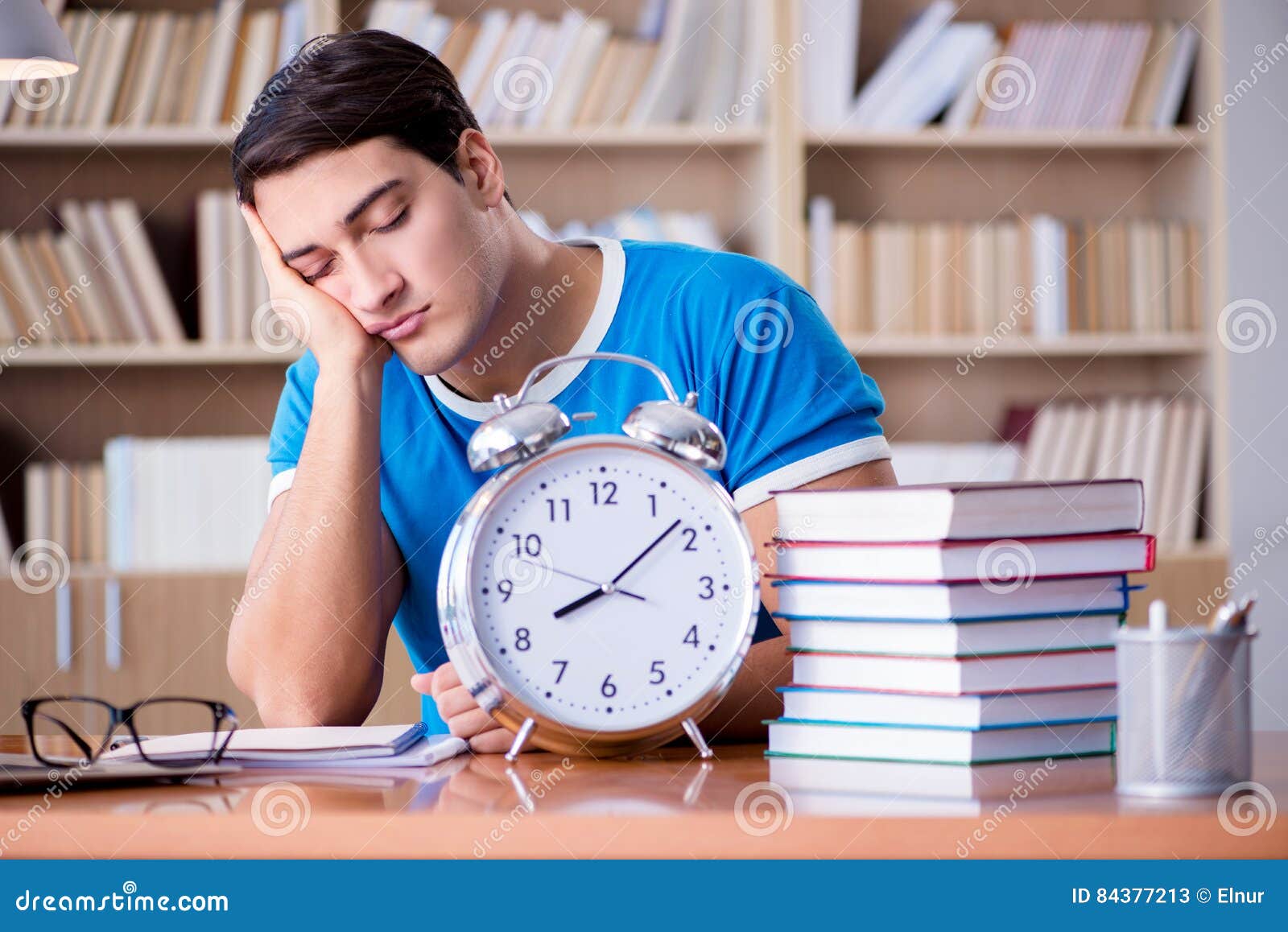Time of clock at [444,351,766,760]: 8:08
